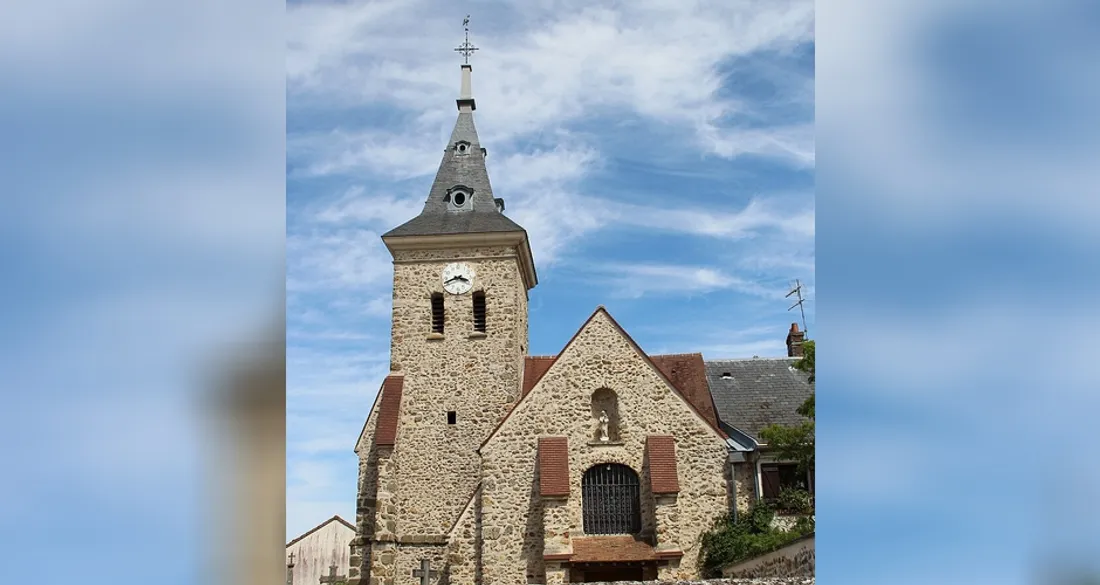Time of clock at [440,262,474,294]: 3:41
